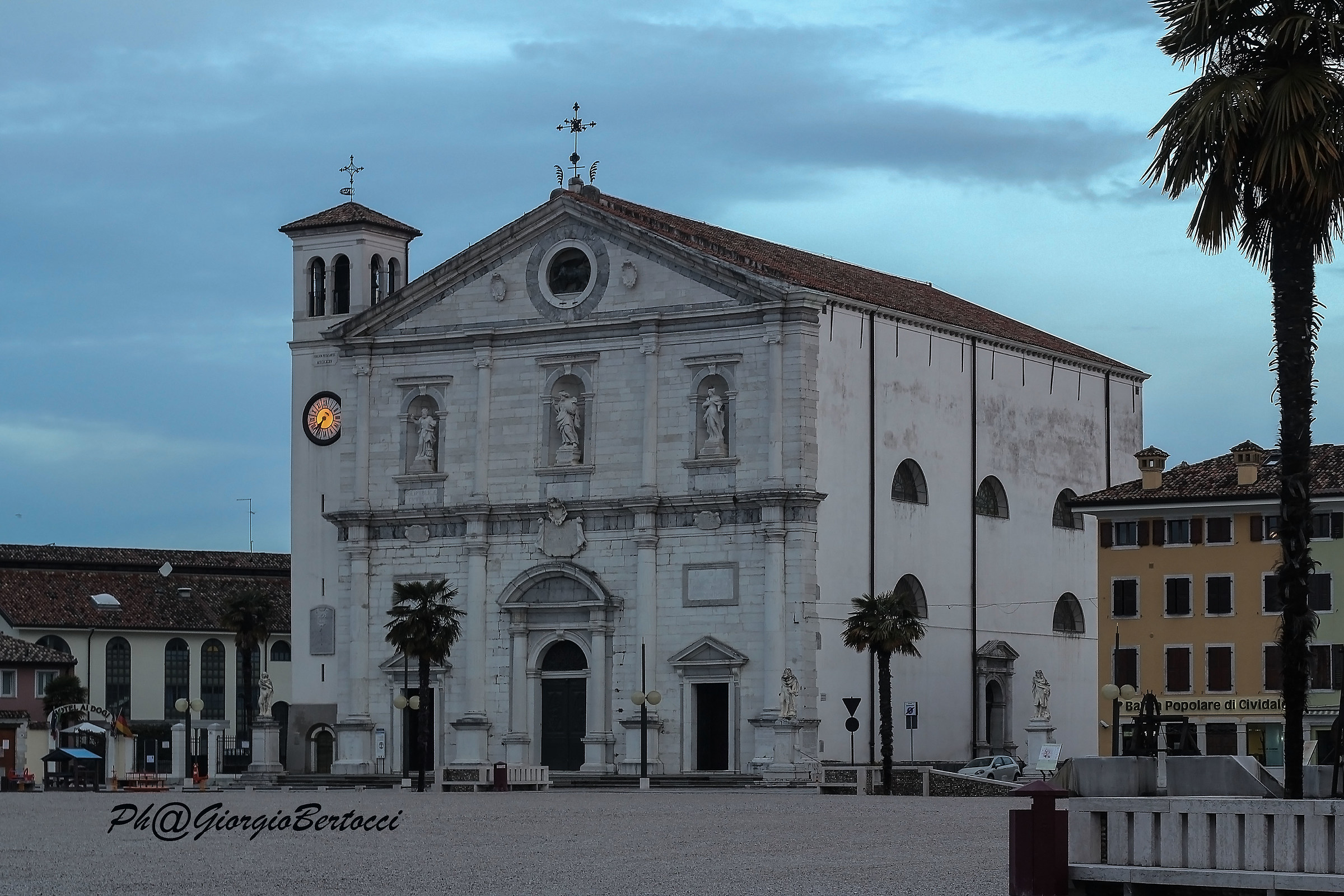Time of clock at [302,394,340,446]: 7:35
